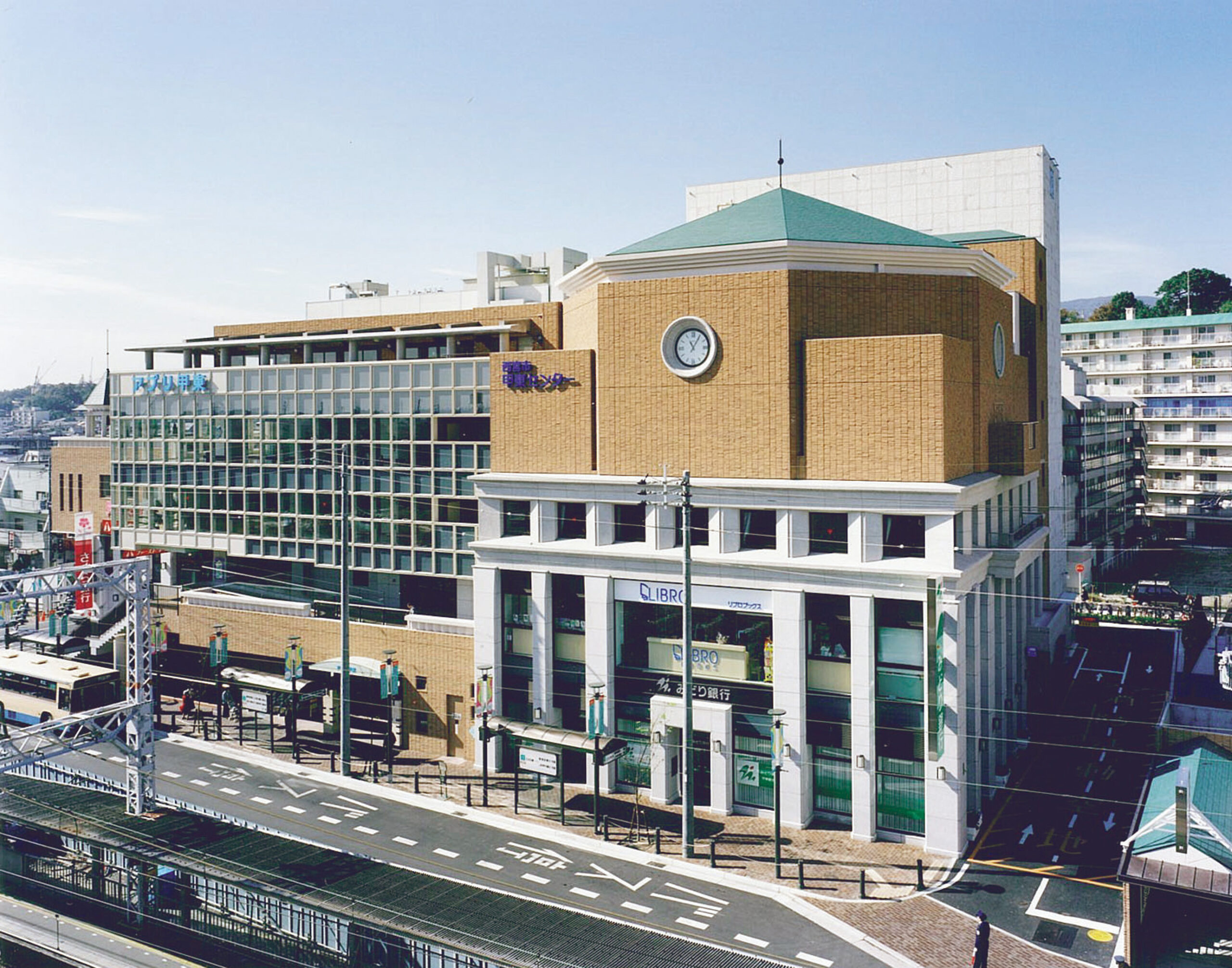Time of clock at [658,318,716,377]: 11:05
